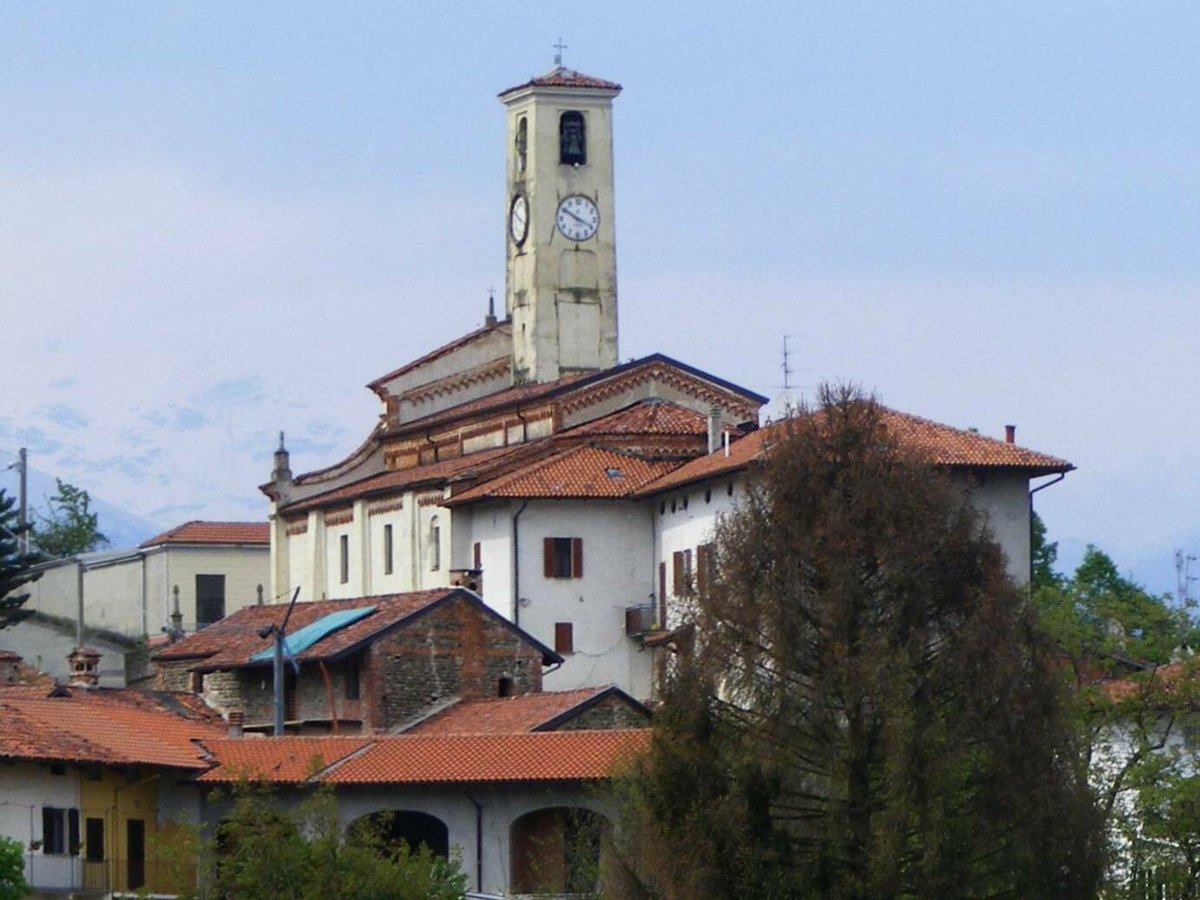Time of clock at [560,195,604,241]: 3:50
